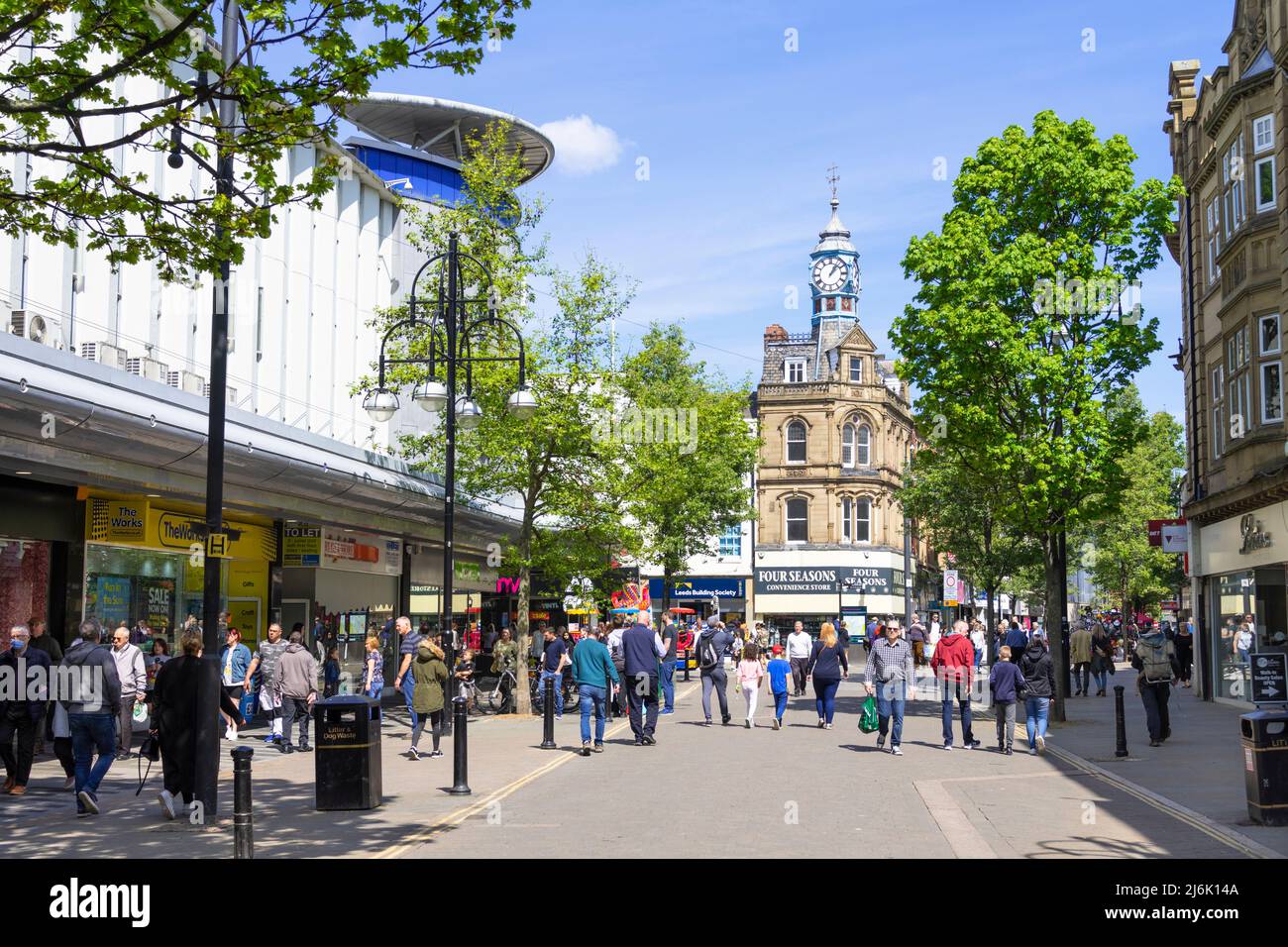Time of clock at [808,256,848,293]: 1:07
